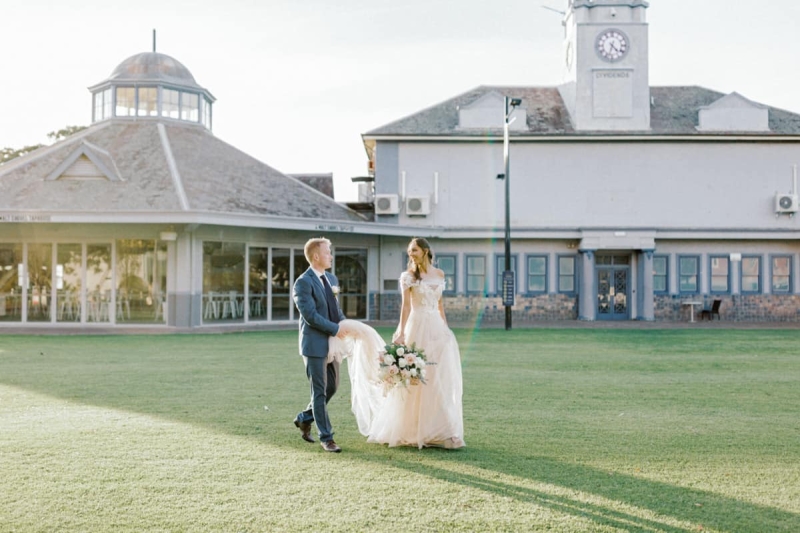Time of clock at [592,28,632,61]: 4:32
